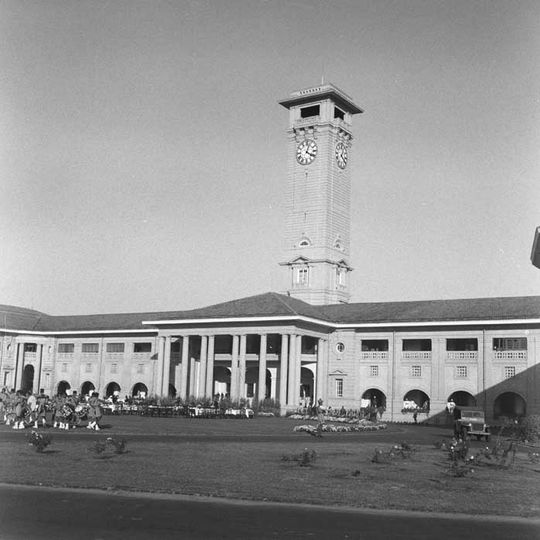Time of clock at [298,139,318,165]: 4:04
